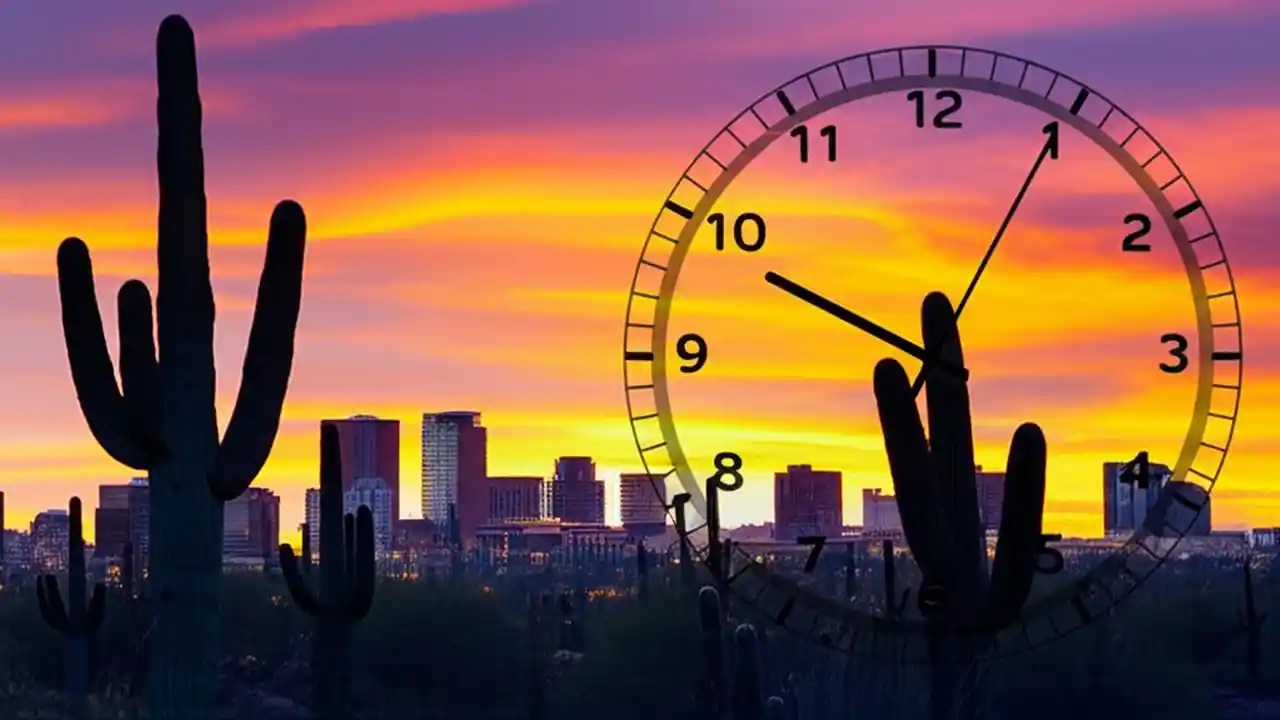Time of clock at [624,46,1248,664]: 5:49
